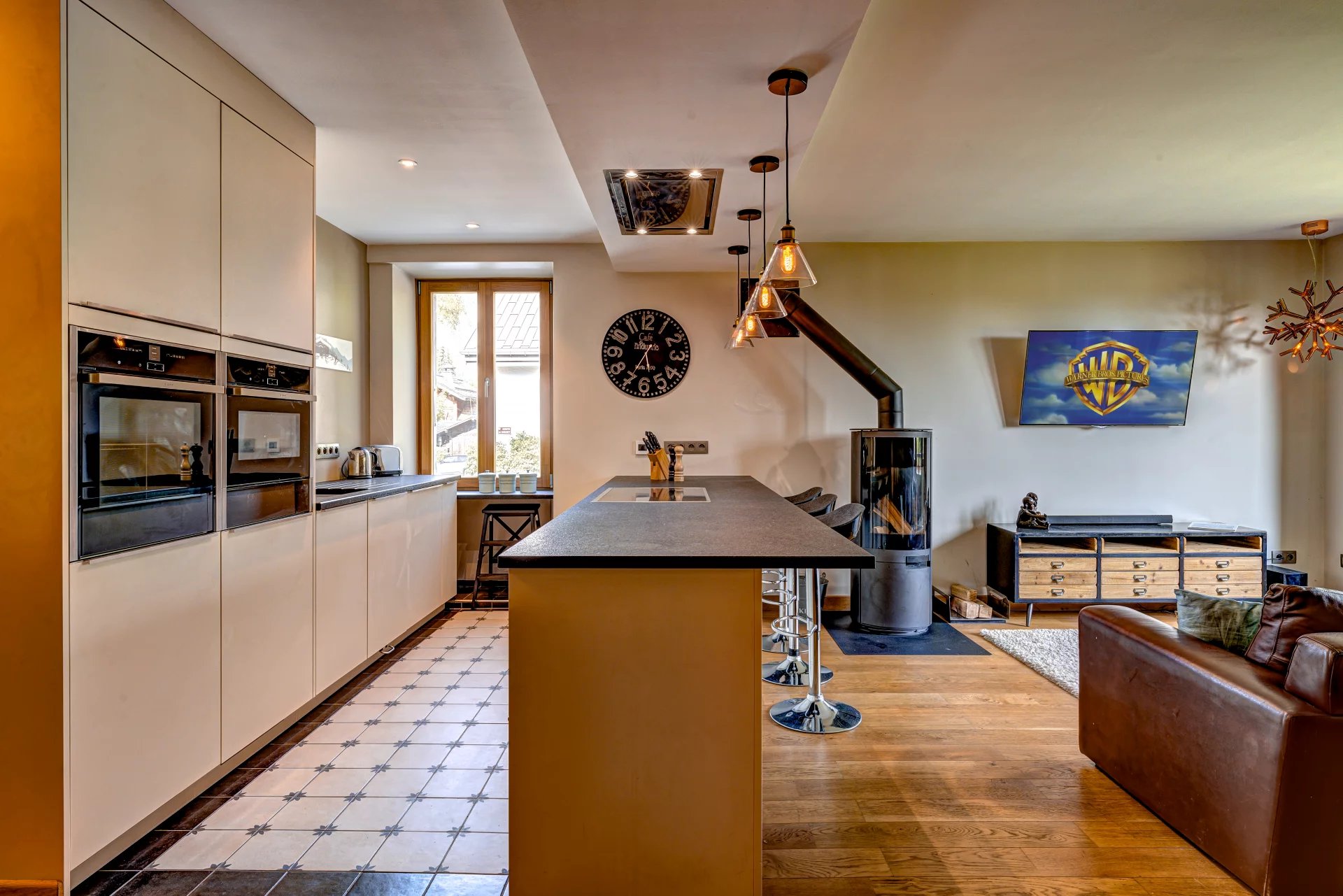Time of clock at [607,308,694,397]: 5:34
